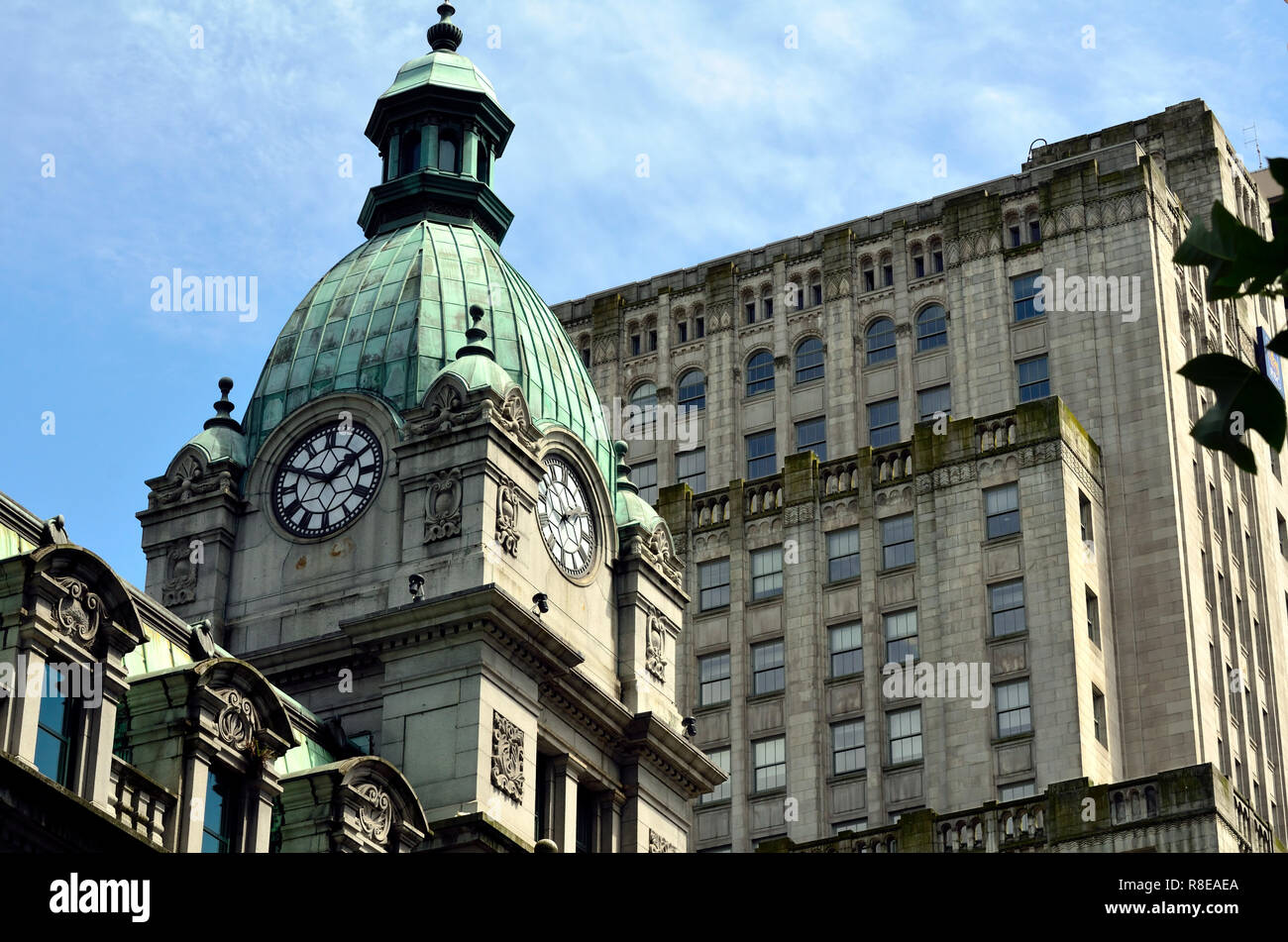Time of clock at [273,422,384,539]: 1:49
